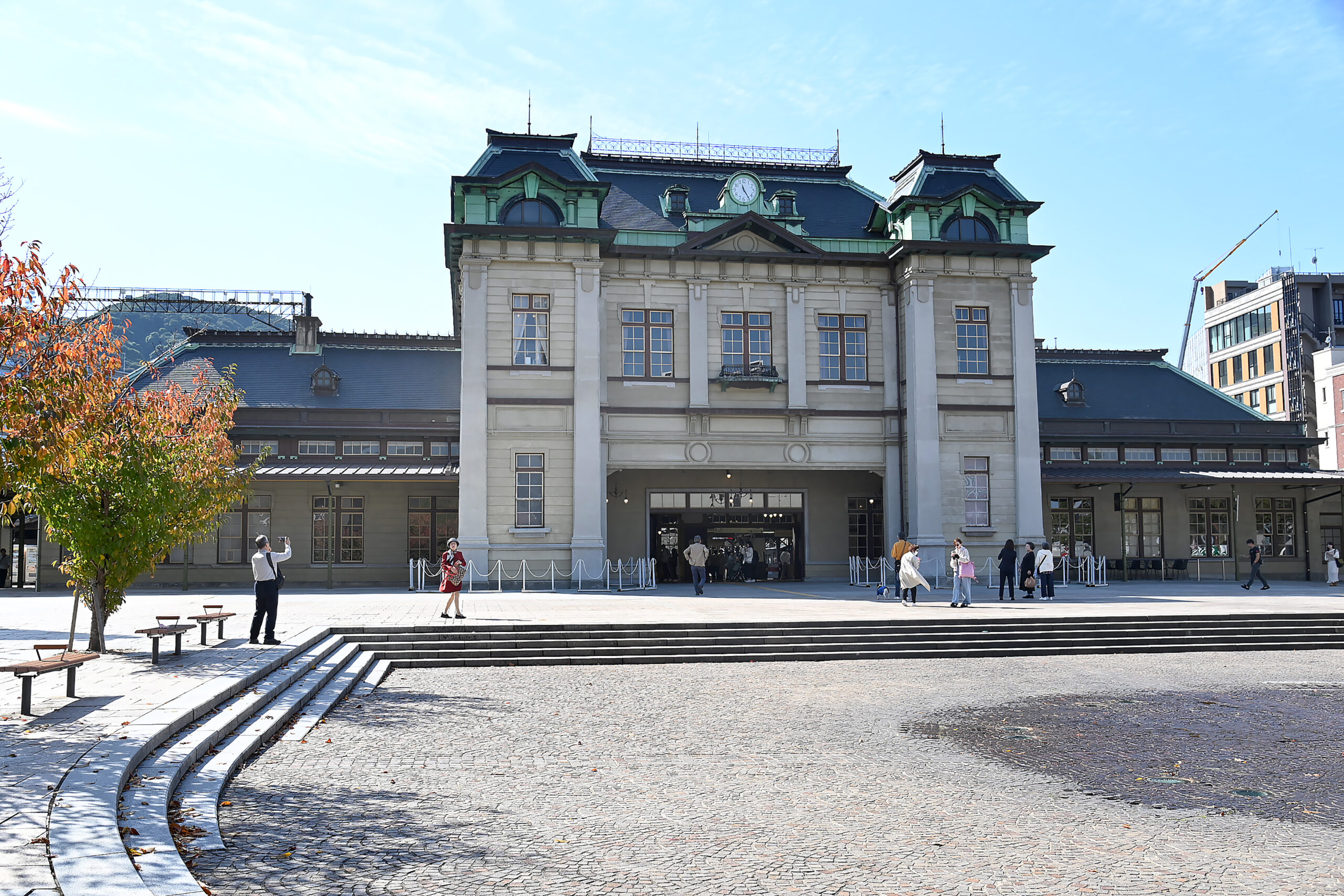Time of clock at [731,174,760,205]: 11:24
